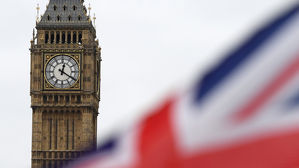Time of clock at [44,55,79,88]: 12:20
